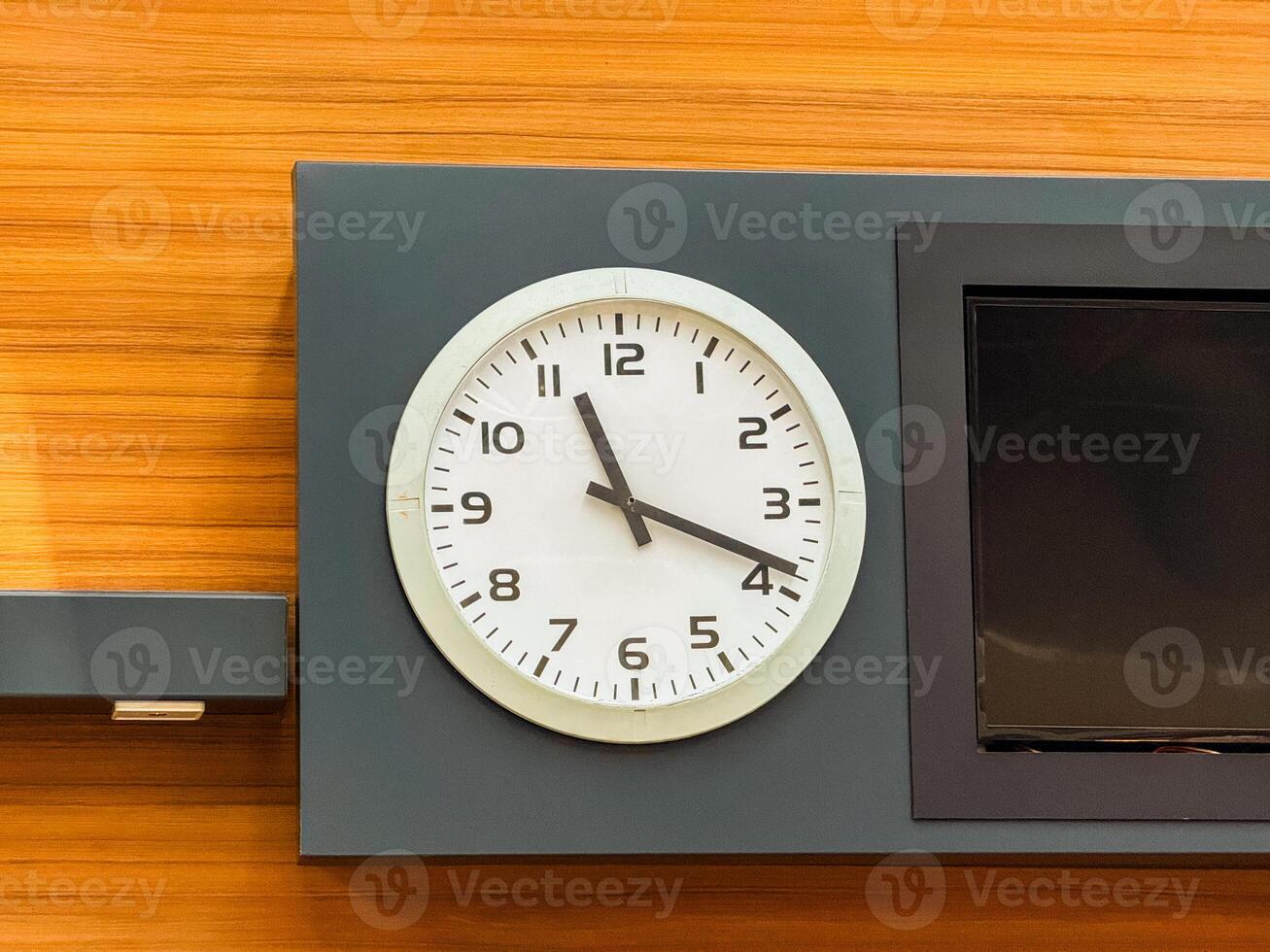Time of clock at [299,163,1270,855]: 11:18
